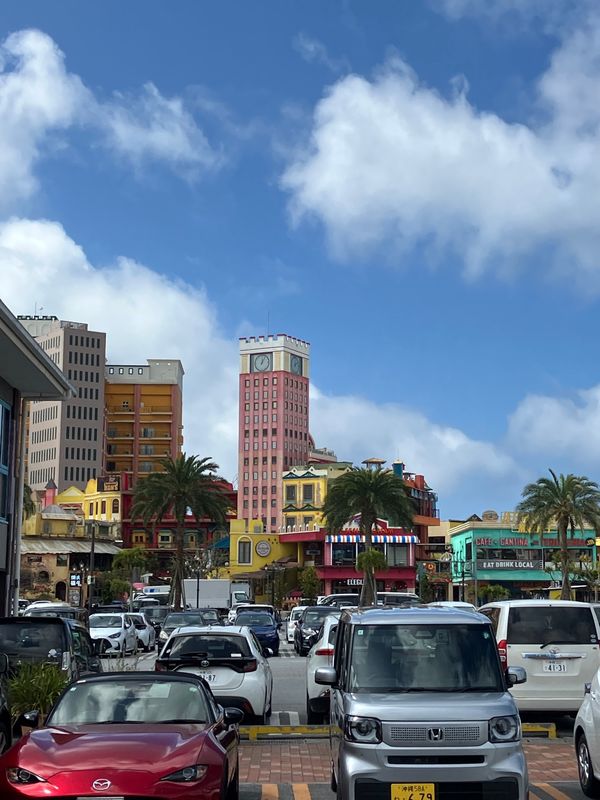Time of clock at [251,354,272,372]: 12:04
